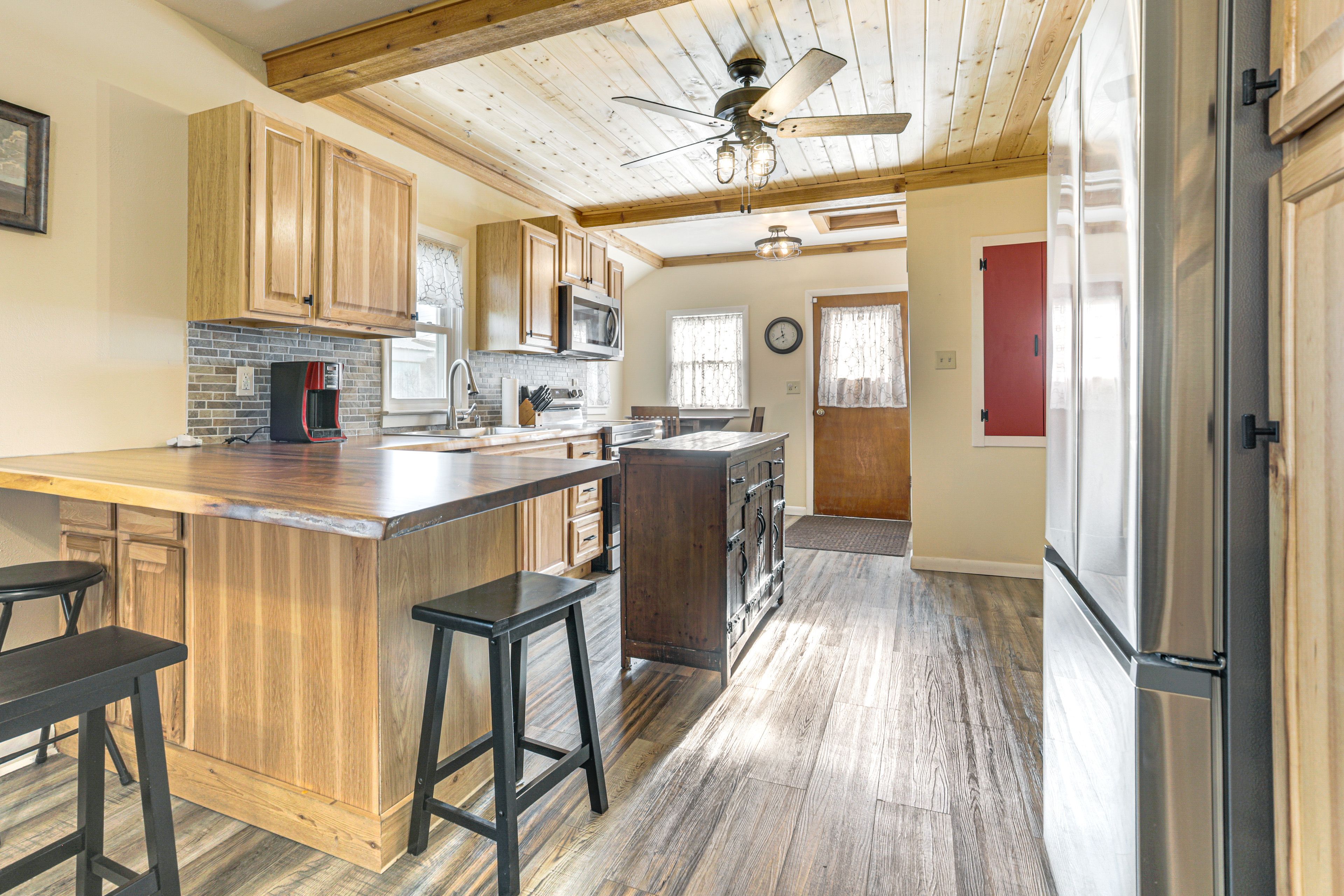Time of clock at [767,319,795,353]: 11:40
